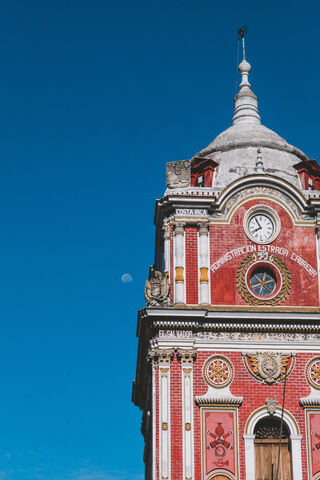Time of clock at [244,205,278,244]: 7:54
